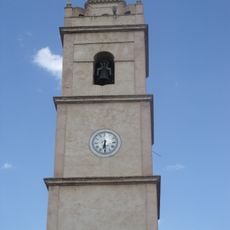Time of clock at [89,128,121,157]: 6:29
